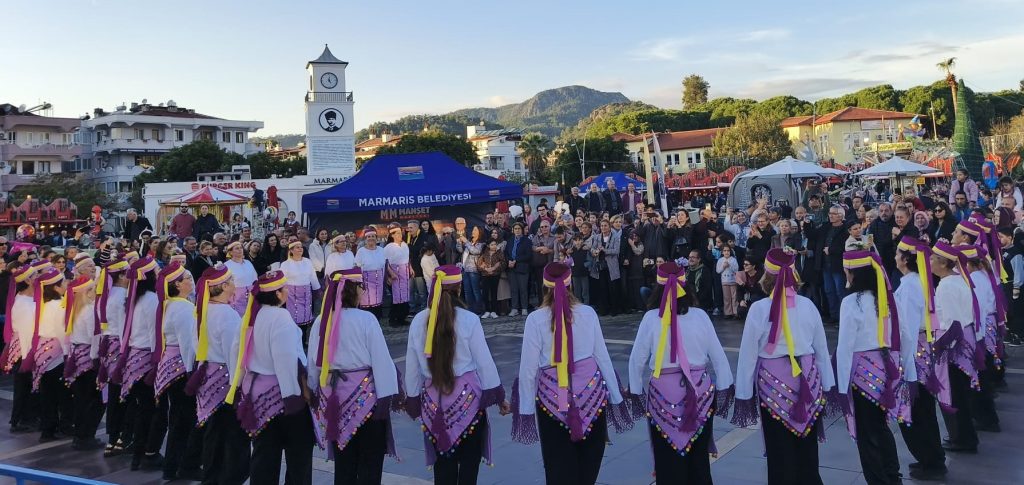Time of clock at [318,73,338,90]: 5:01
